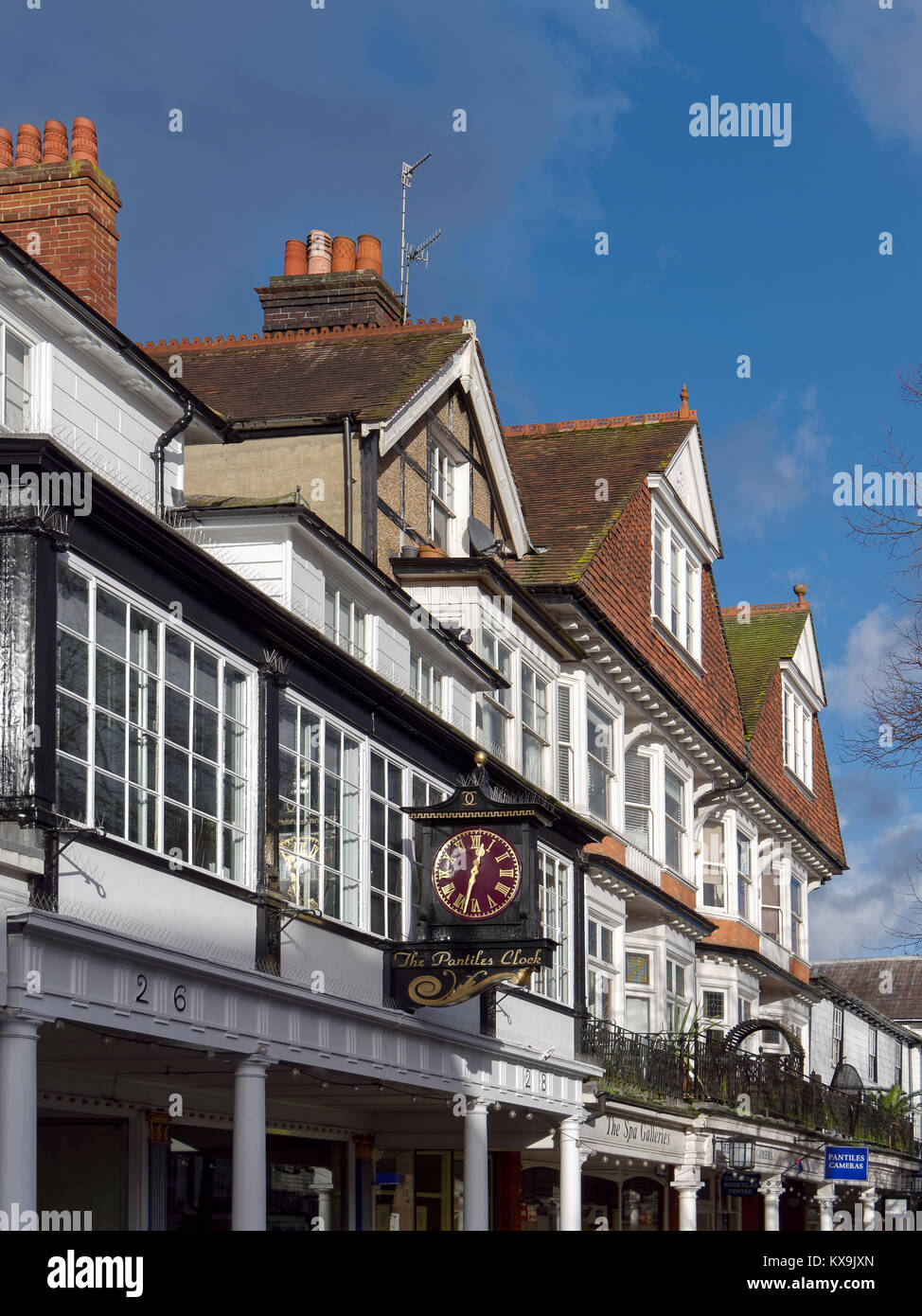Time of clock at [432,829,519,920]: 12:32
